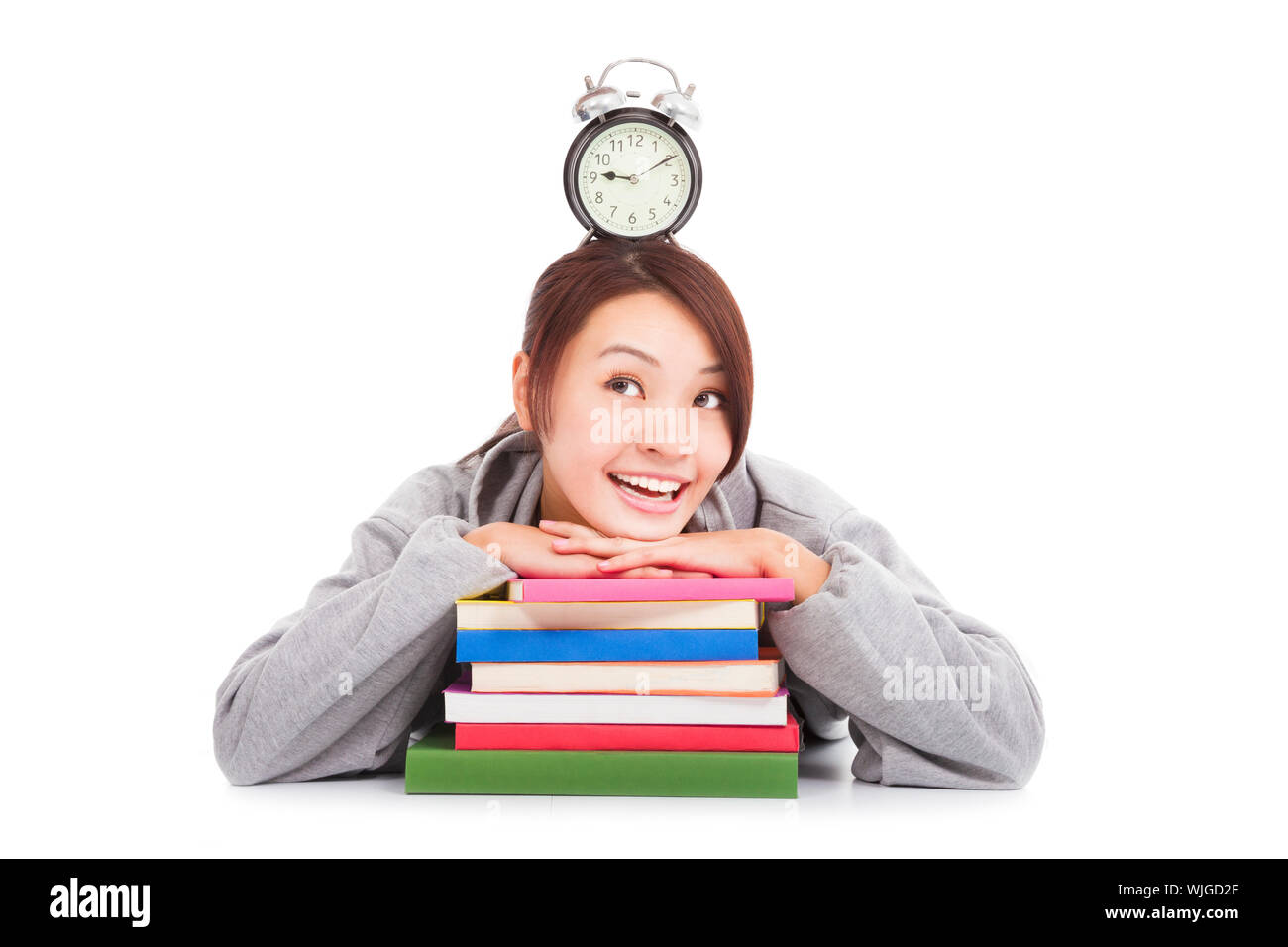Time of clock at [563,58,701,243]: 9:09
